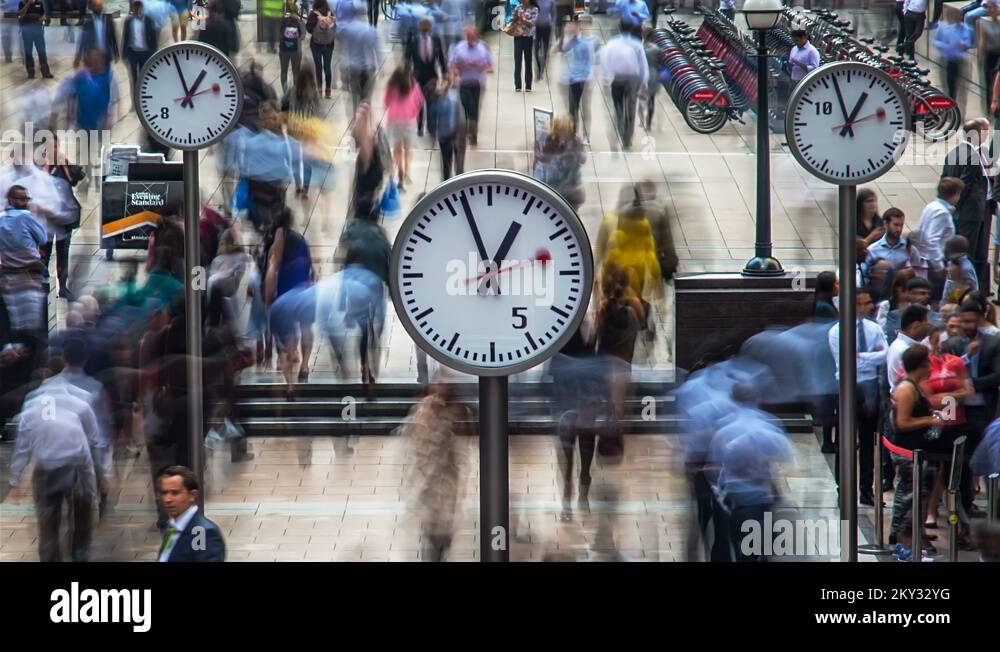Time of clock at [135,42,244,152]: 12:57
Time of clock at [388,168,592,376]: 12:56
